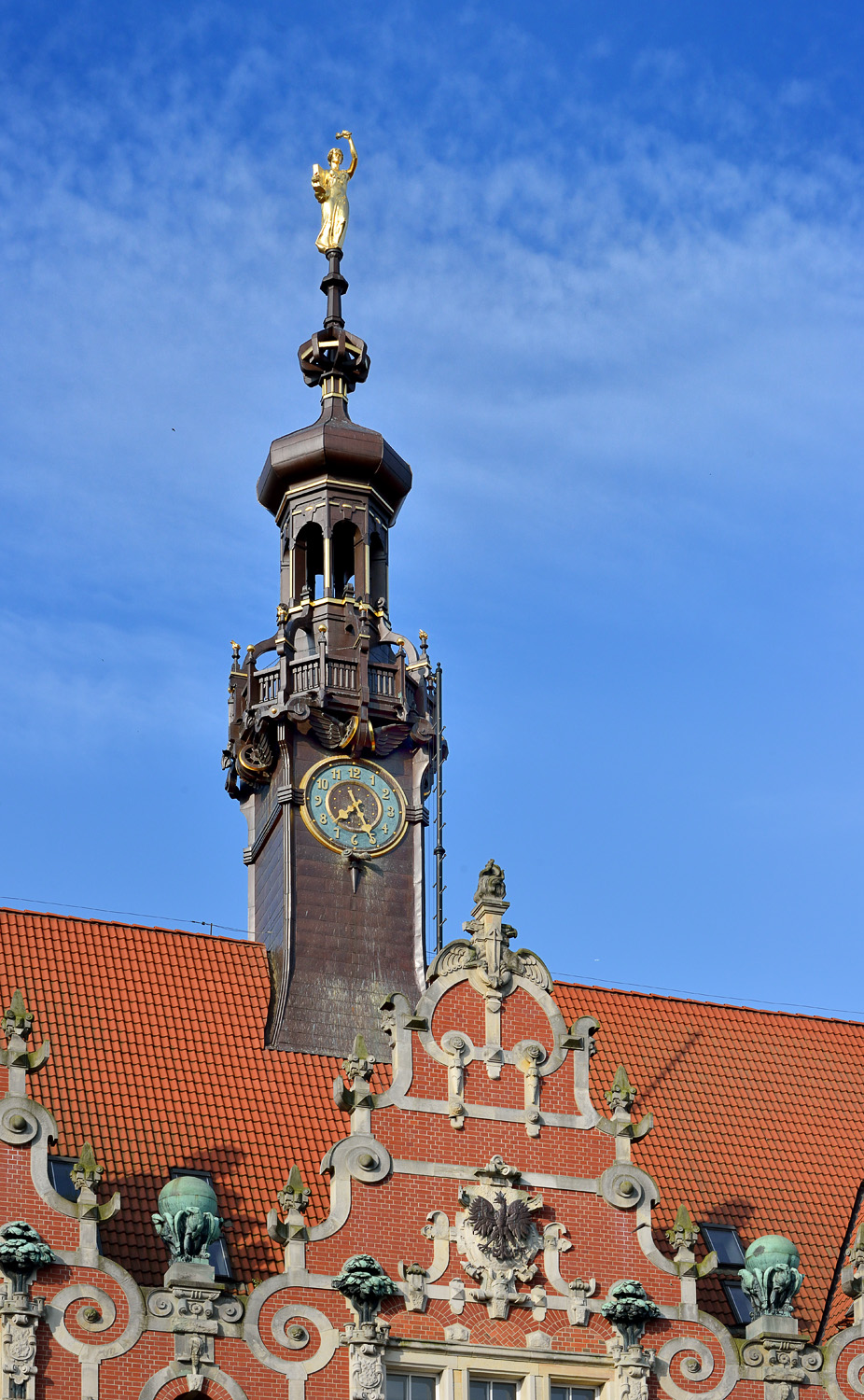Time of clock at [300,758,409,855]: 7:25
